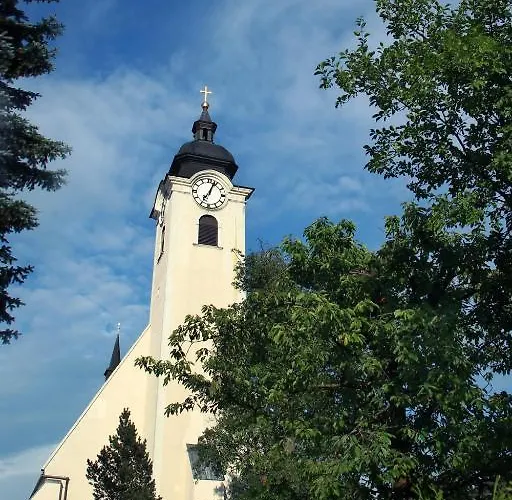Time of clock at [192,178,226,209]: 7:04
